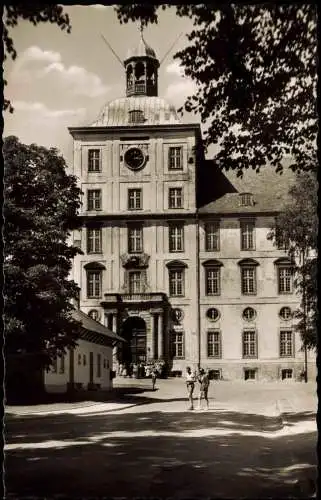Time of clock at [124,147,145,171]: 12:14
